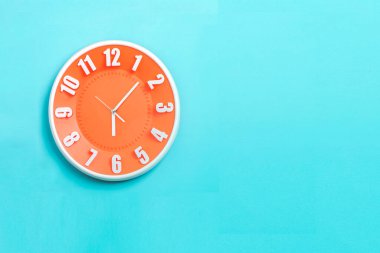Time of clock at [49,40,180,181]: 6:07
